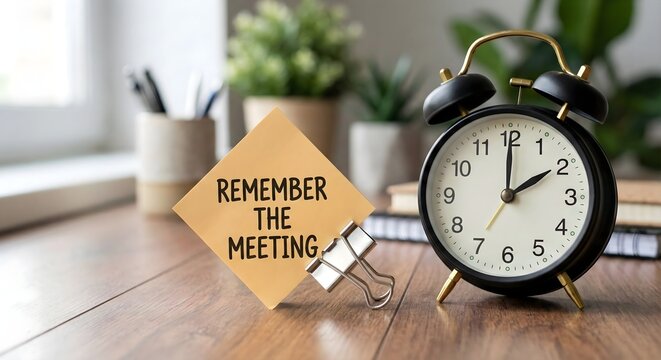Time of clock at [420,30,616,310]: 2:00
